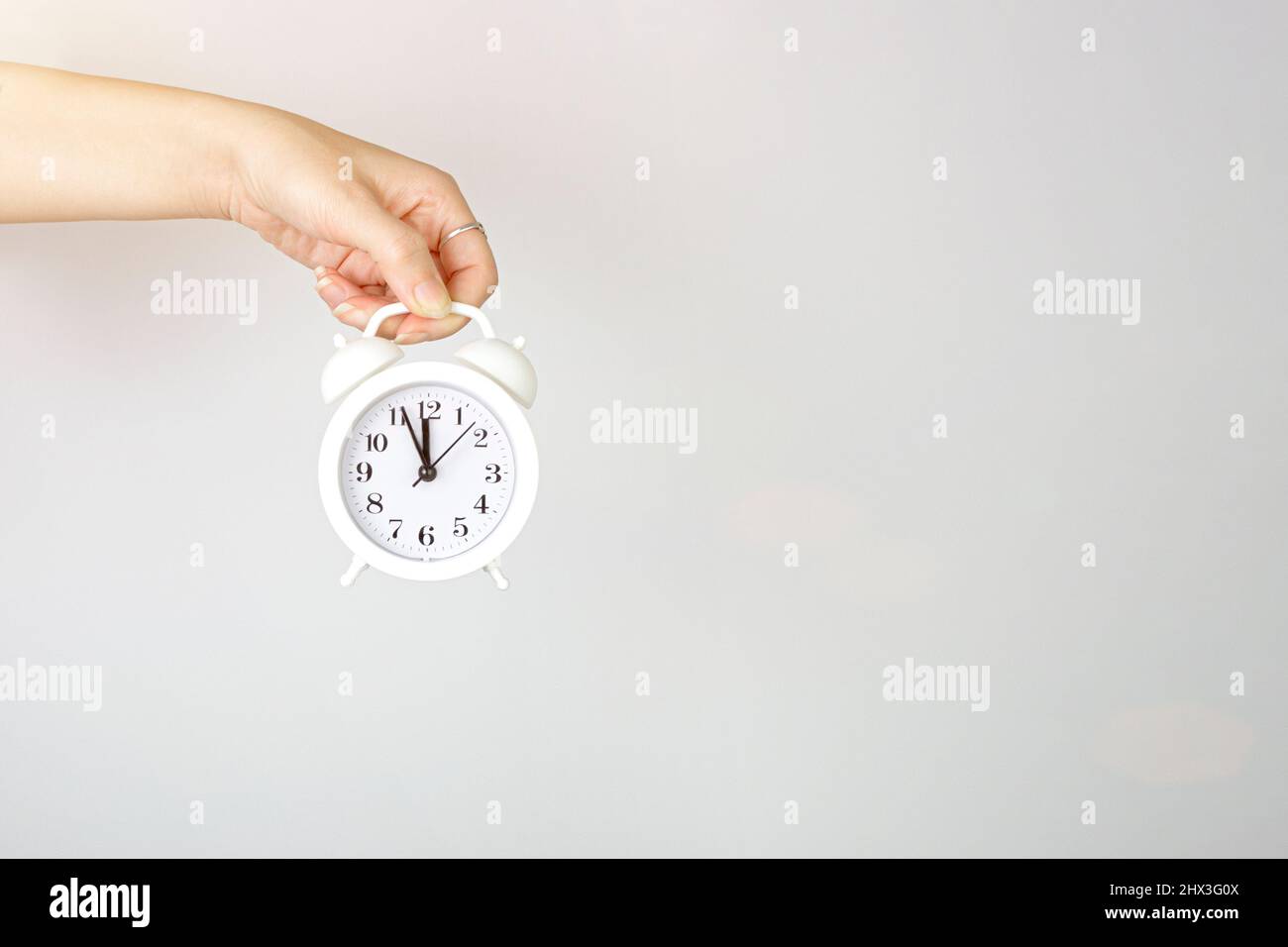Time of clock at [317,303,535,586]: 11:56
